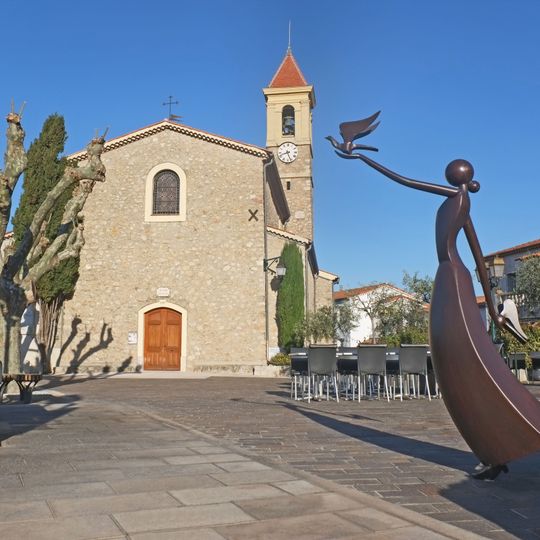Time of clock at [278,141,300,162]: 8:26
